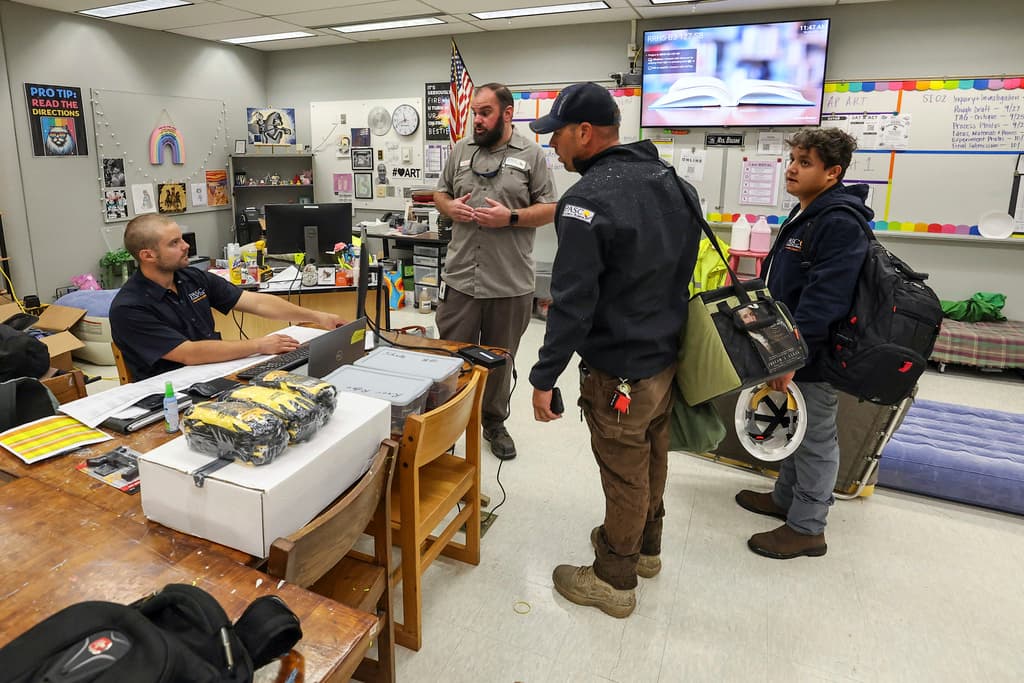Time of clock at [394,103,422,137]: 11:41
